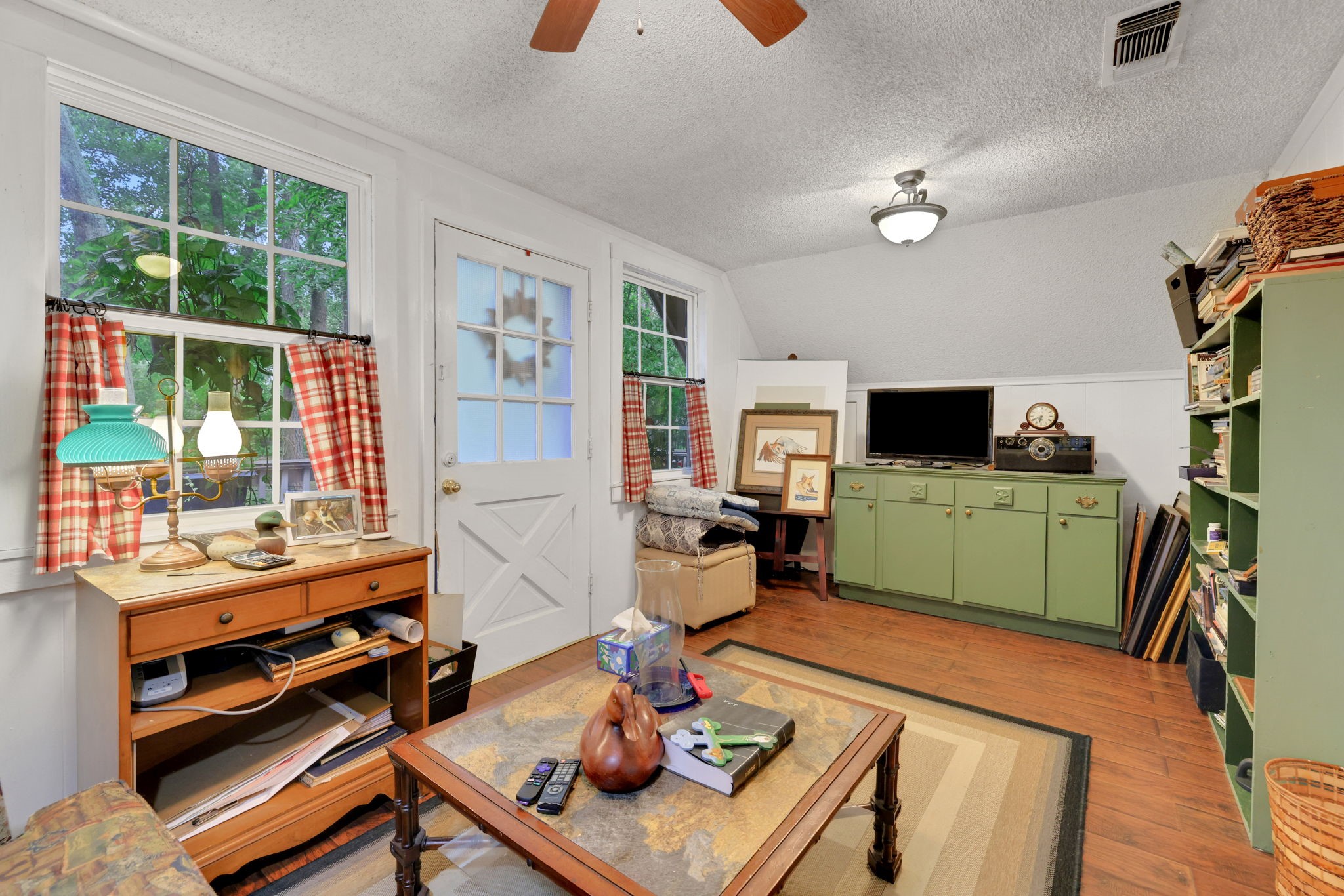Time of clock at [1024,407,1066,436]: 6:40
